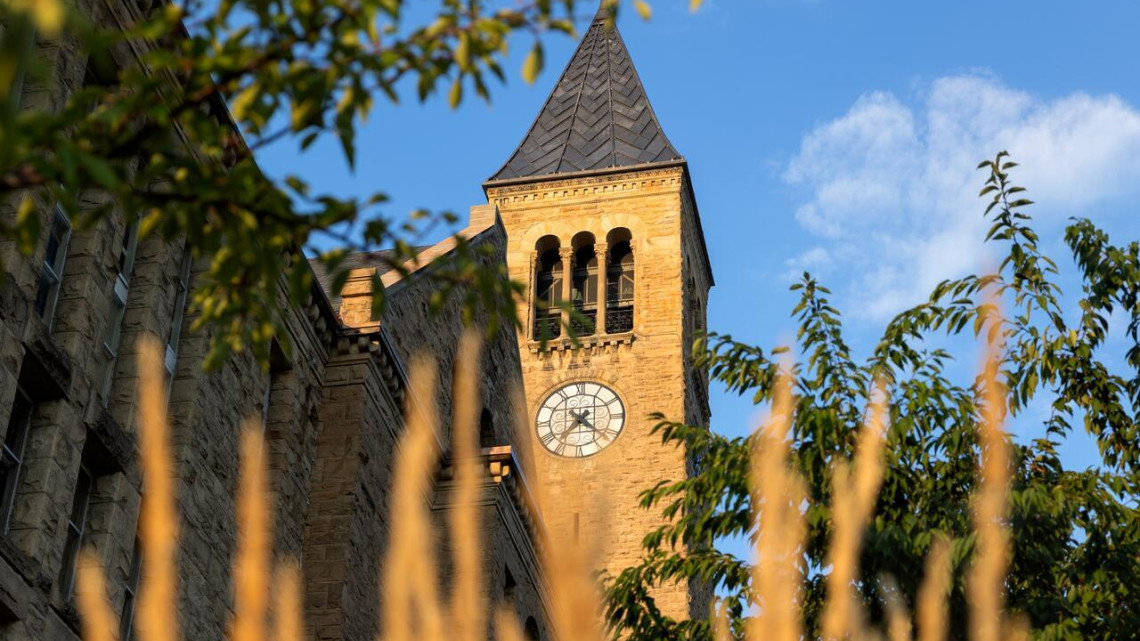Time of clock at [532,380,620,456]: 7:22
